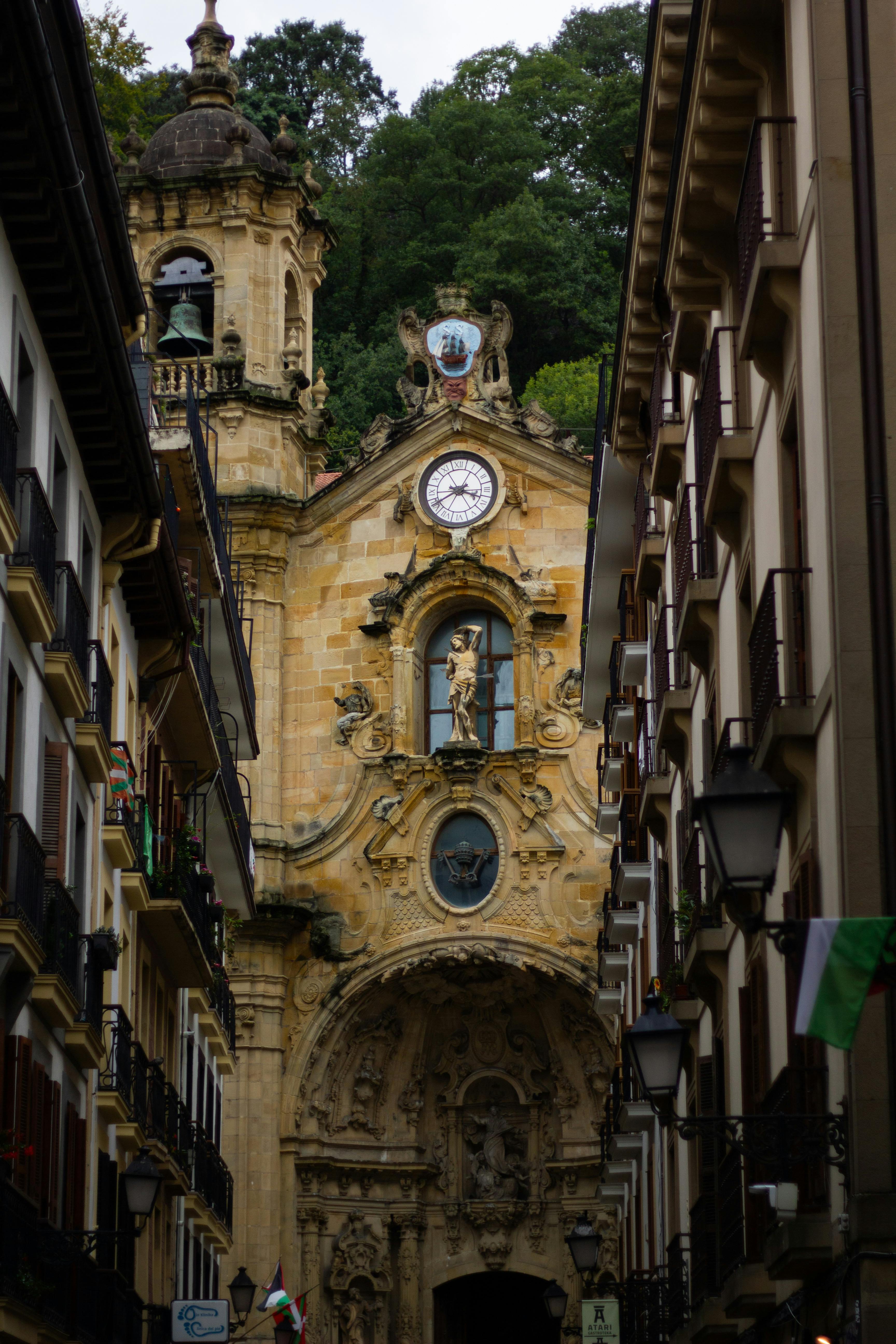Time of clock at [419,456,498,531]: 3:40
